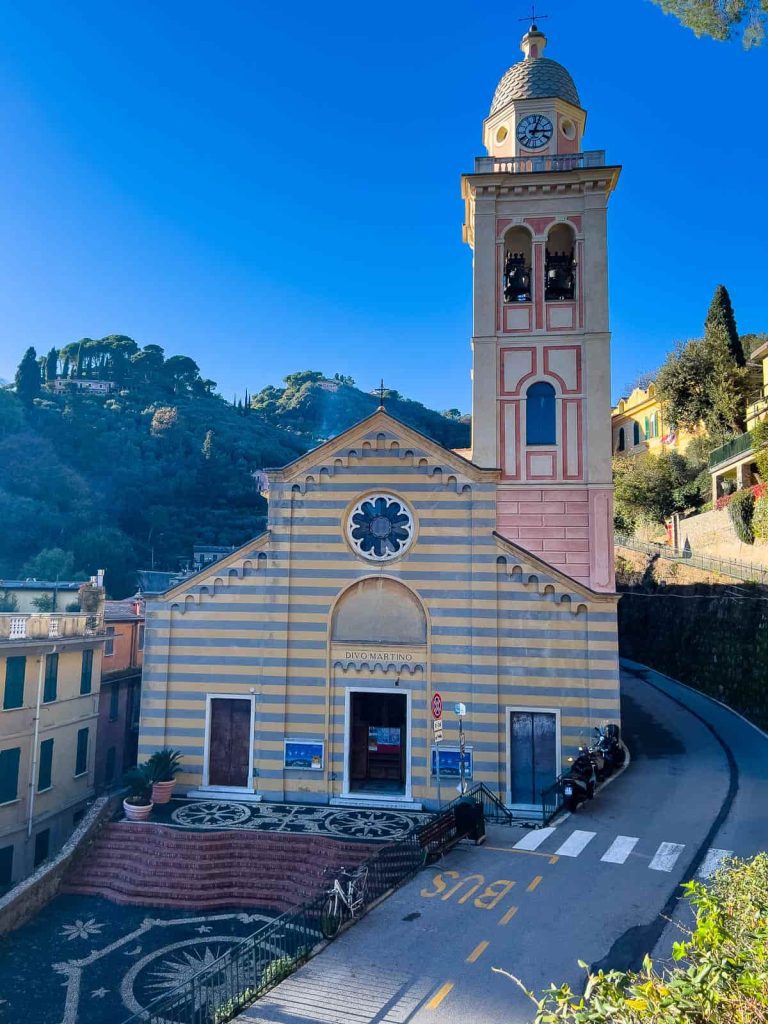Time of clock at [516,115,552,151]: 3:02
